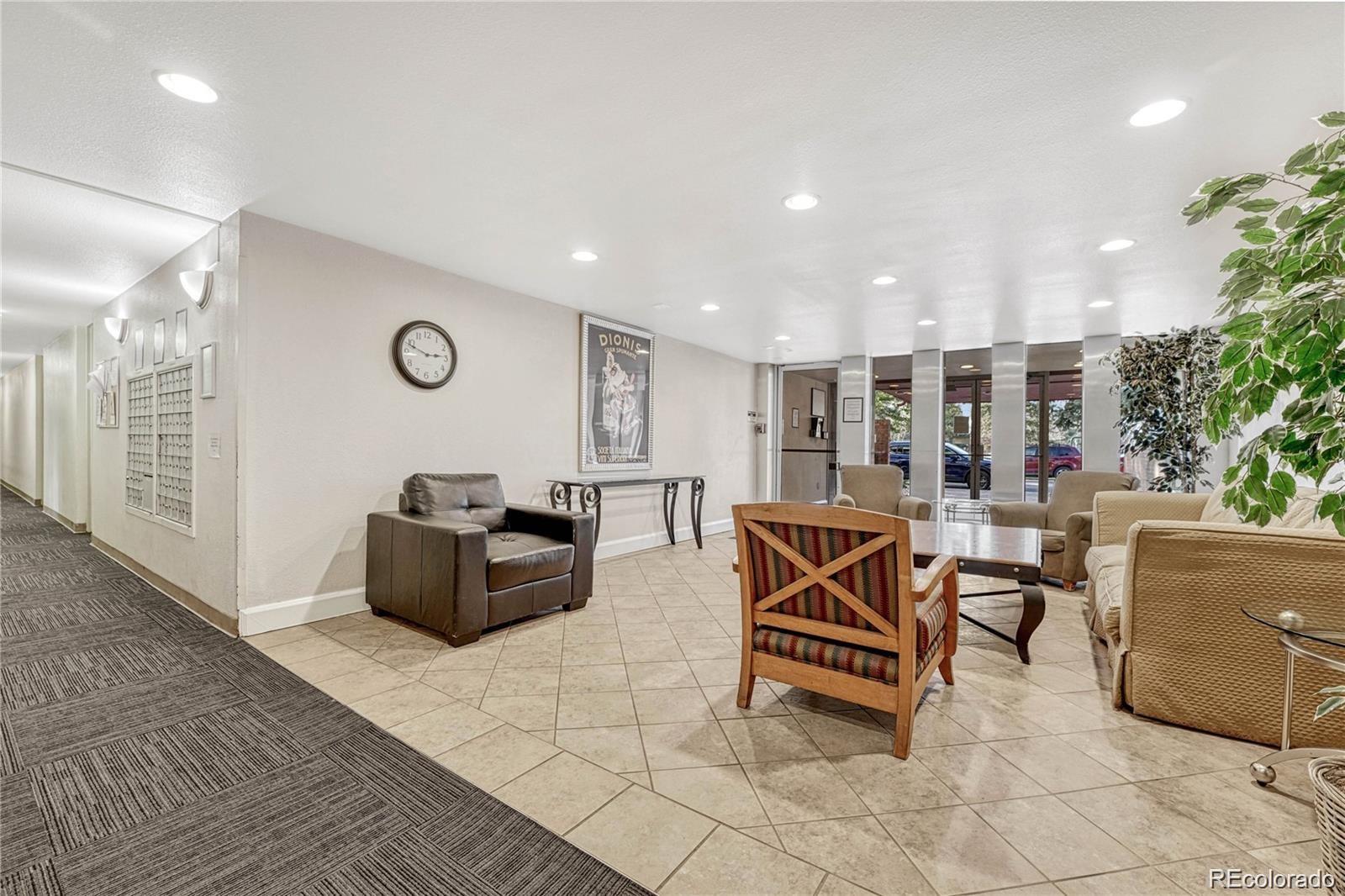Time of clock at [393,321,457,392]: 2:48
